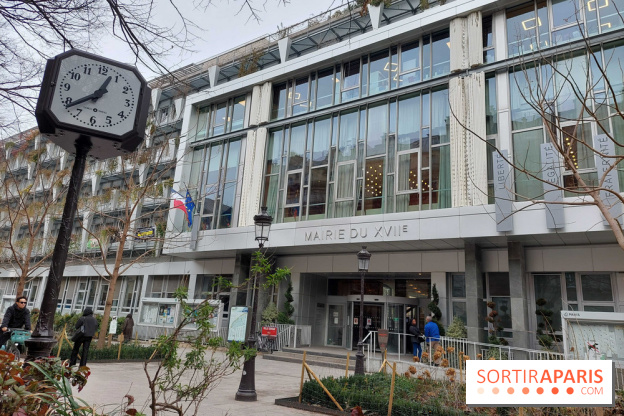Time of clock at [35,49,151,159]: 12:38
